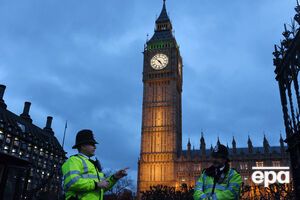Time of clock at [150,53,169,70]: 4:52
